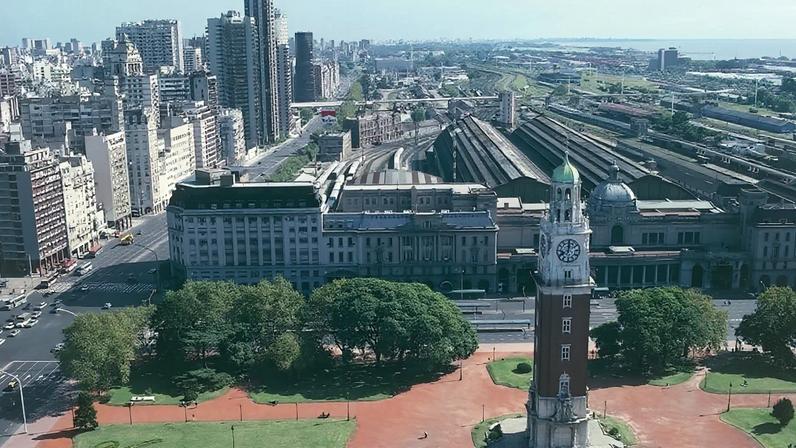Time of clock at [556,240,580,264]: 8:01
